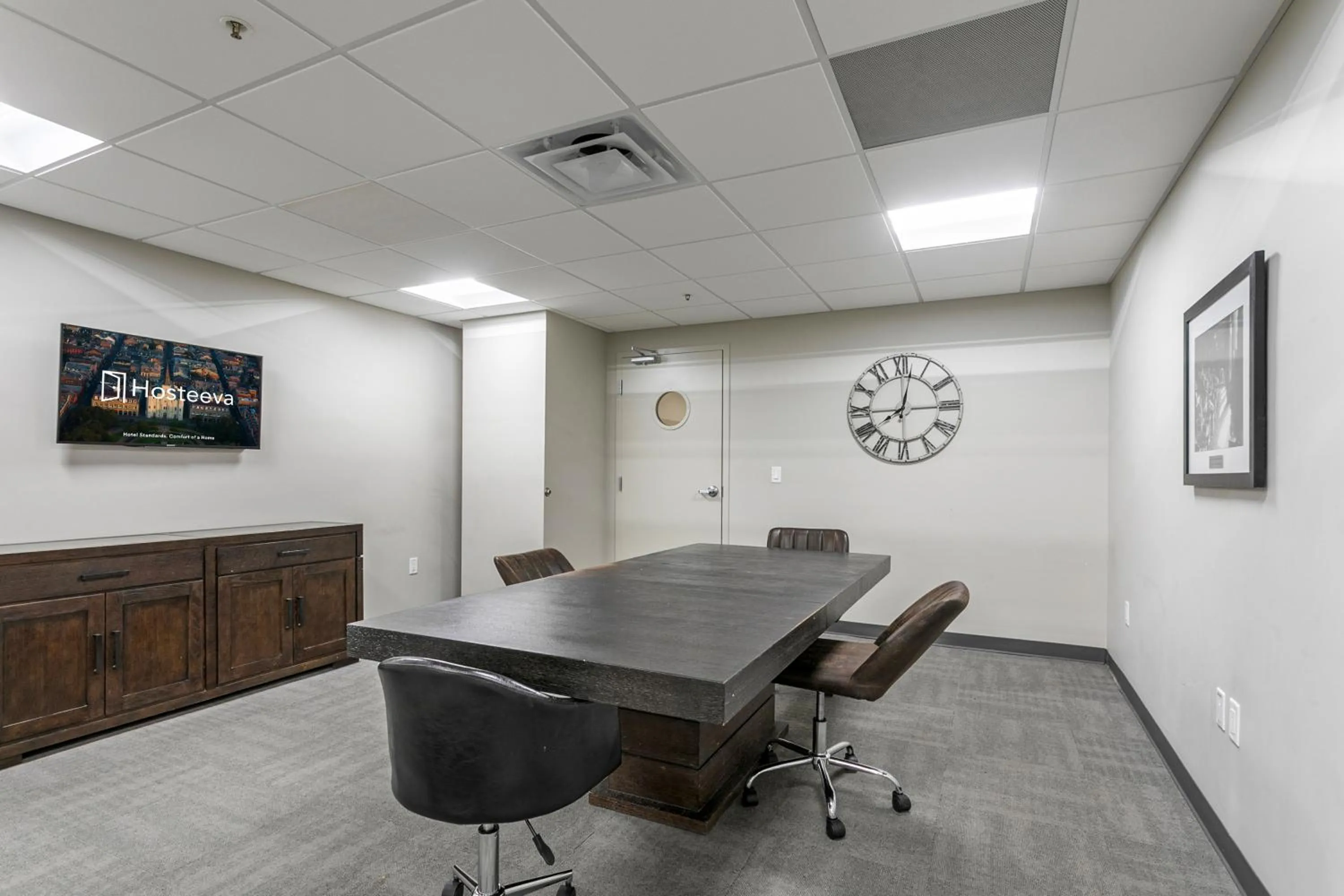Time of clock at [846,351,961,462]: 7:45
